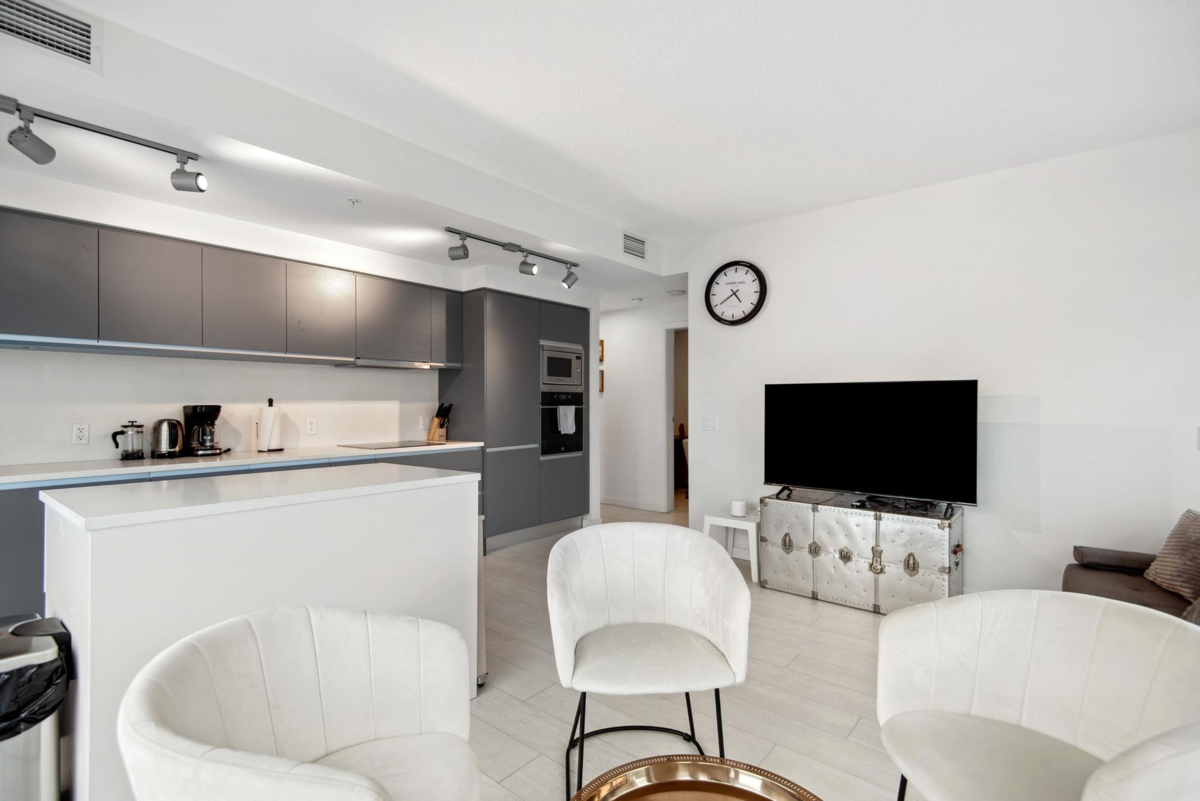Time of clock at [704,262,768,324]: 4:39
